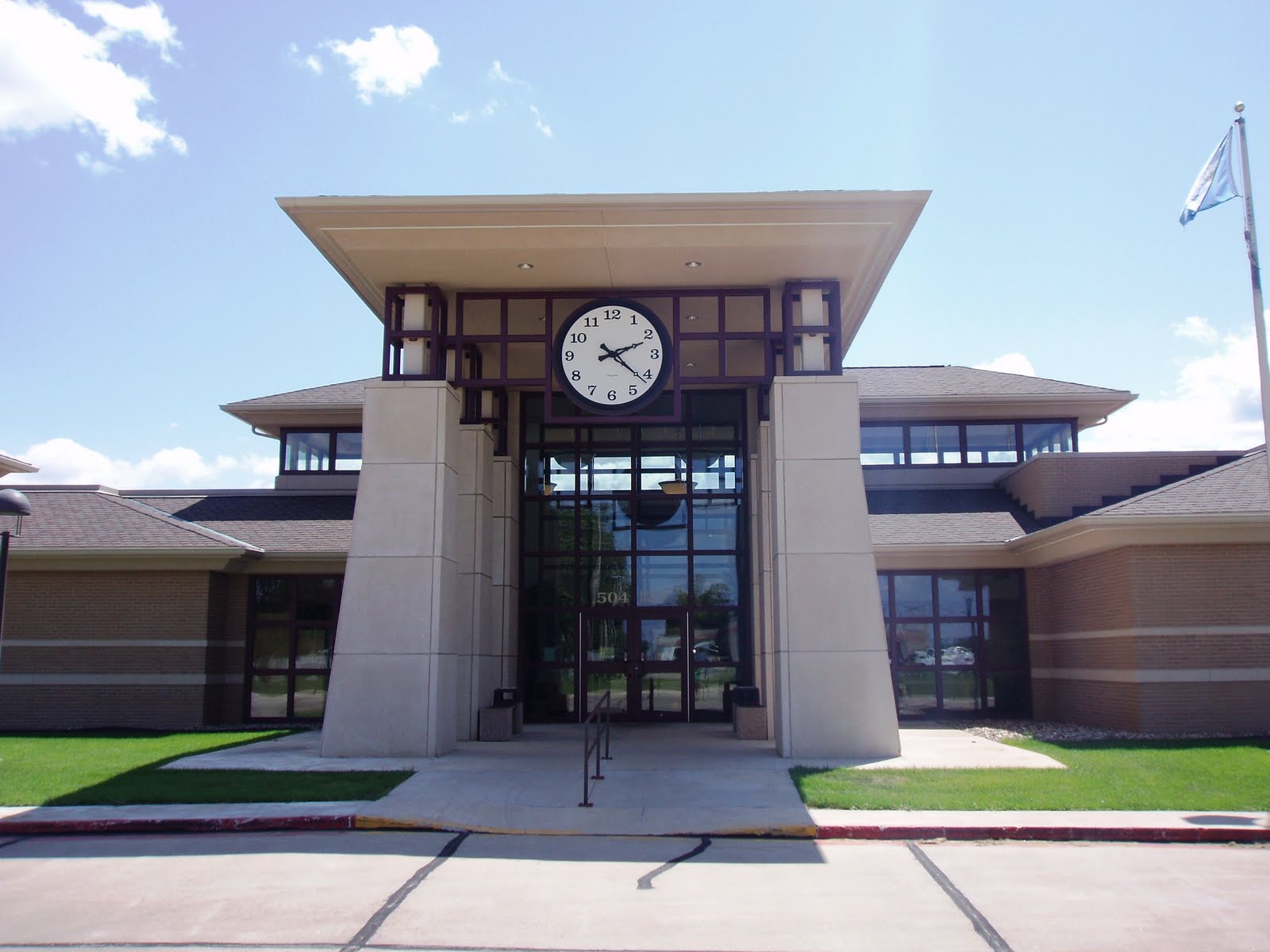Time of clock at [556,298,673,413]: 2:21
